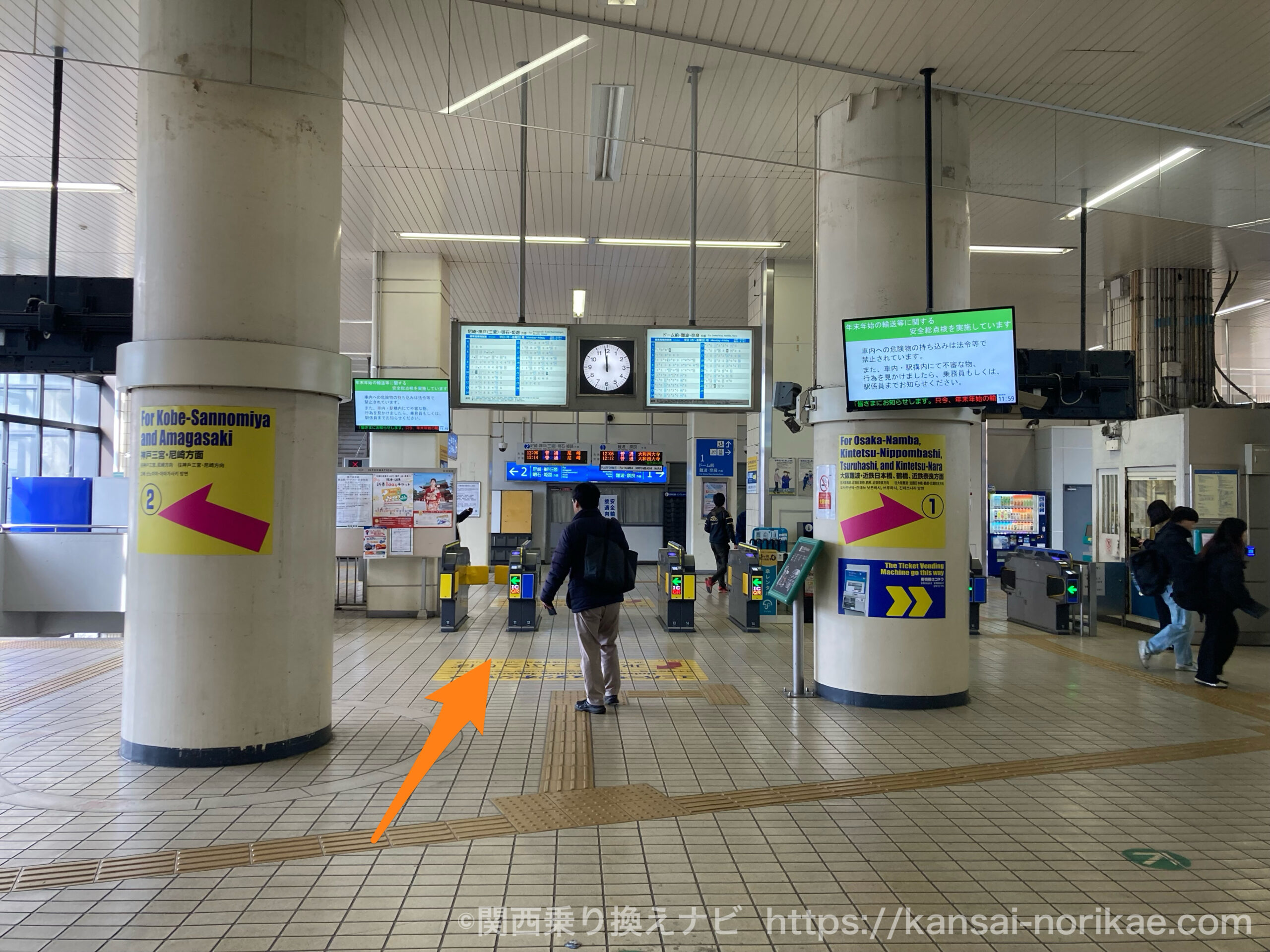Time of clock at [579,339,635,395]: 11:58
